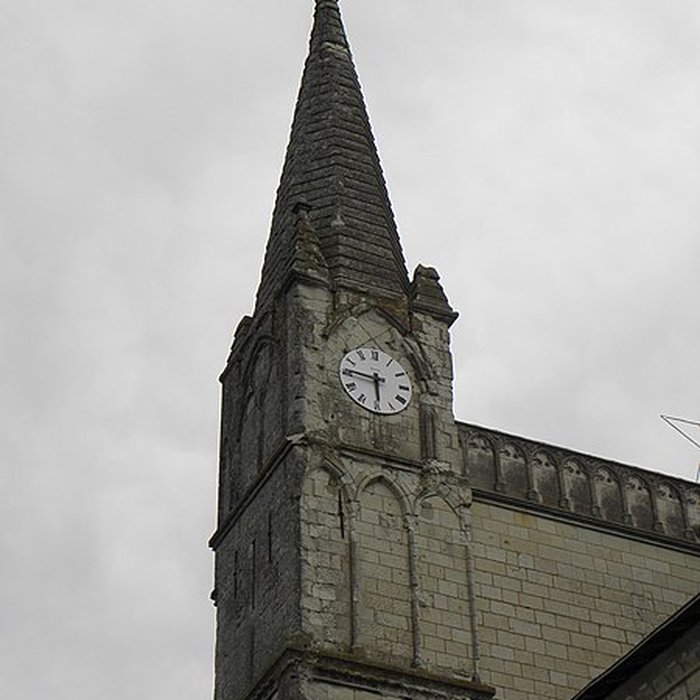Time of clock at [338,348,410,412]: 5:46
